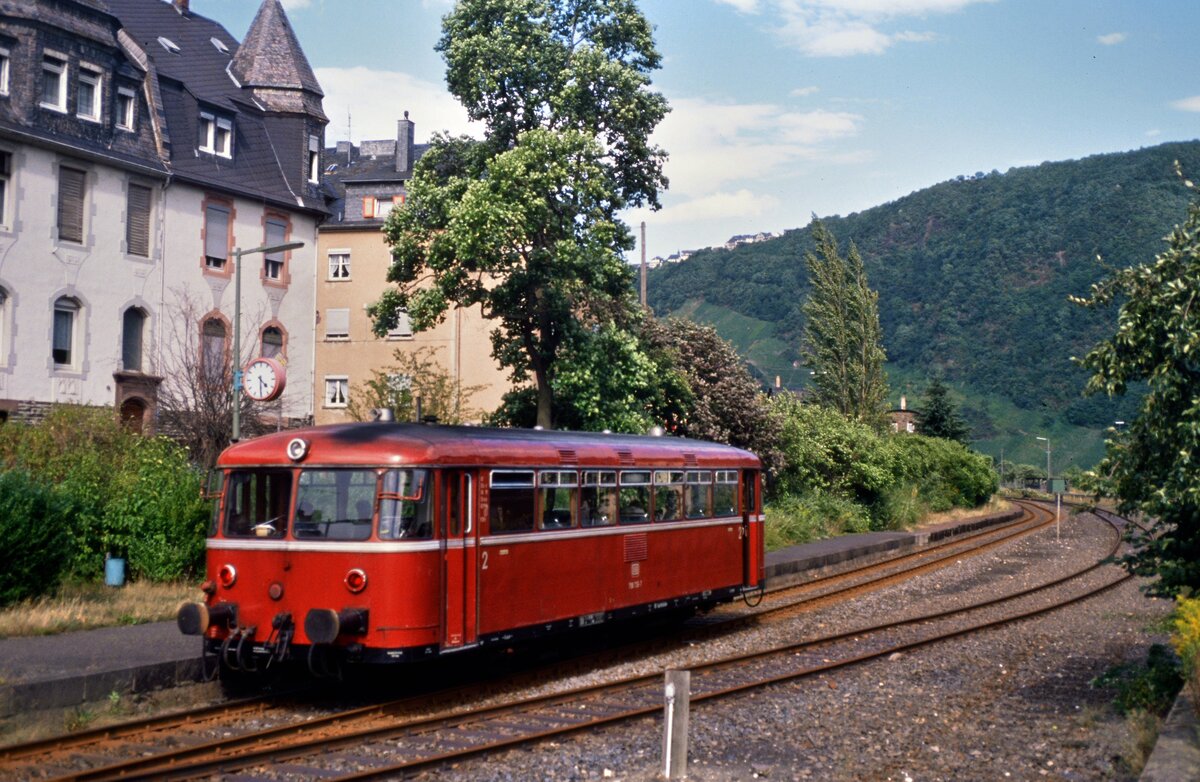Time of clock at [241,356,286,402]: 4:29
